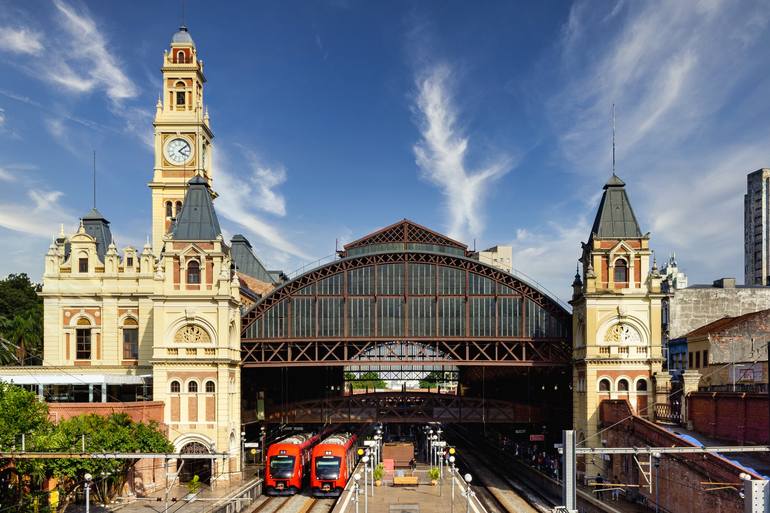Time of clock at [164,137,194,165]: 4:08
